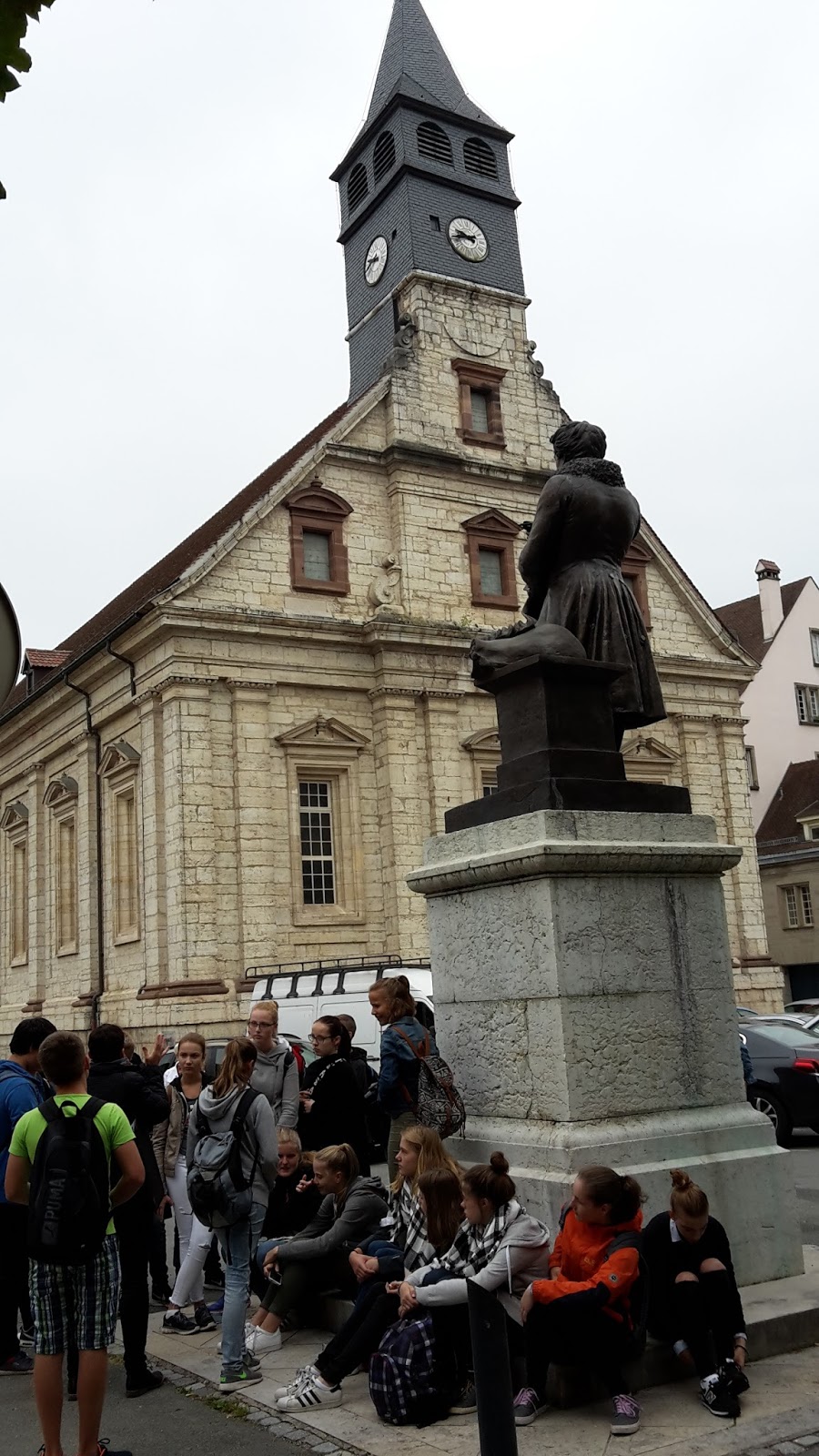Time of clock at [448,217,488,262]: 9:42
